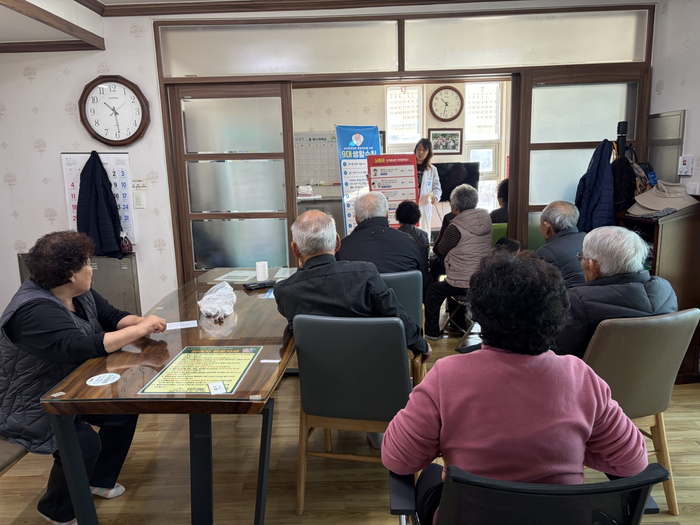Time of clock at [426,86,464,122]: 10:32
